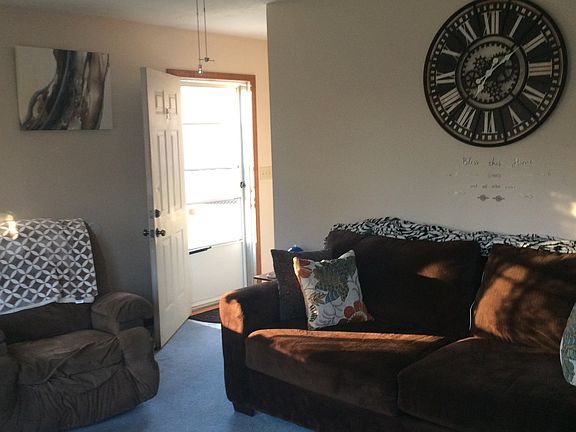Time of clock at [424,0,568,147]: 7:08
